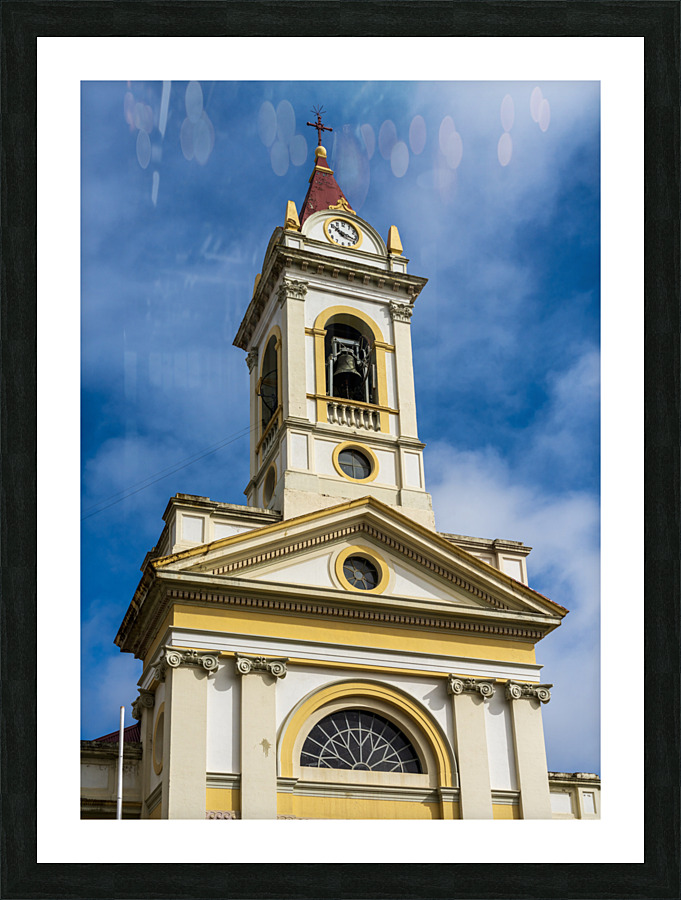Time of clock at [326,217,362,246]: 10:17
